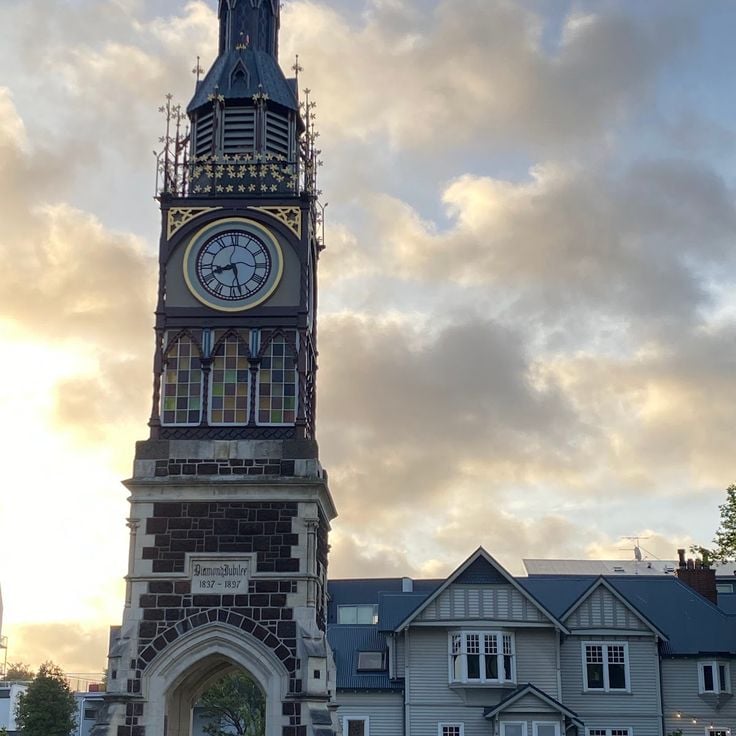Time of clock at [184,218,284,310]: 8:27
